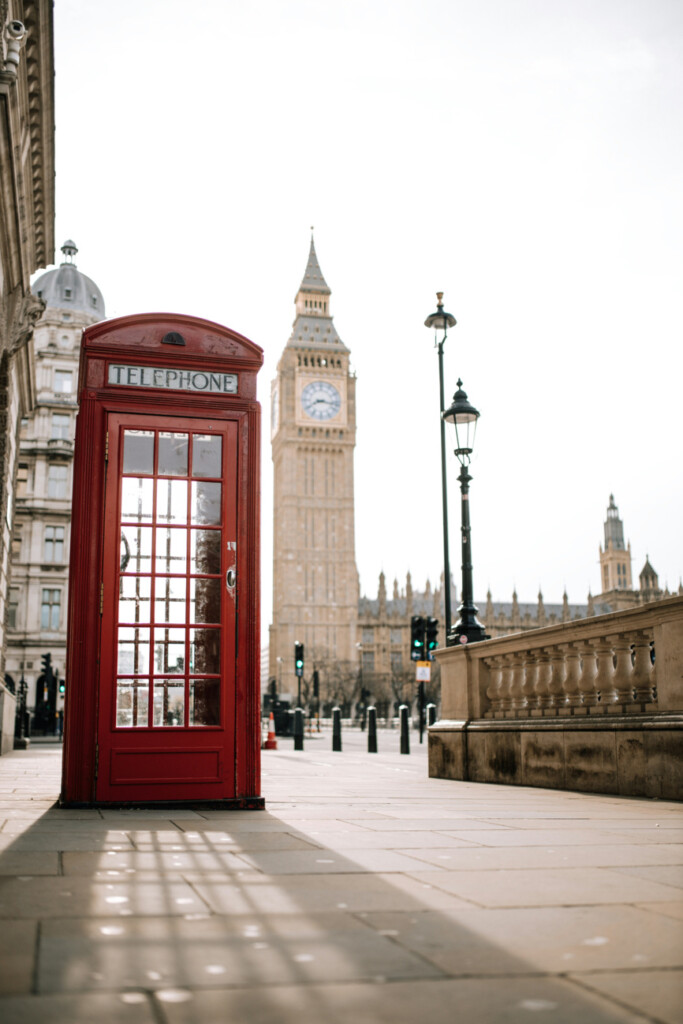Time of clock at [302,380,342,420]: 8:16
